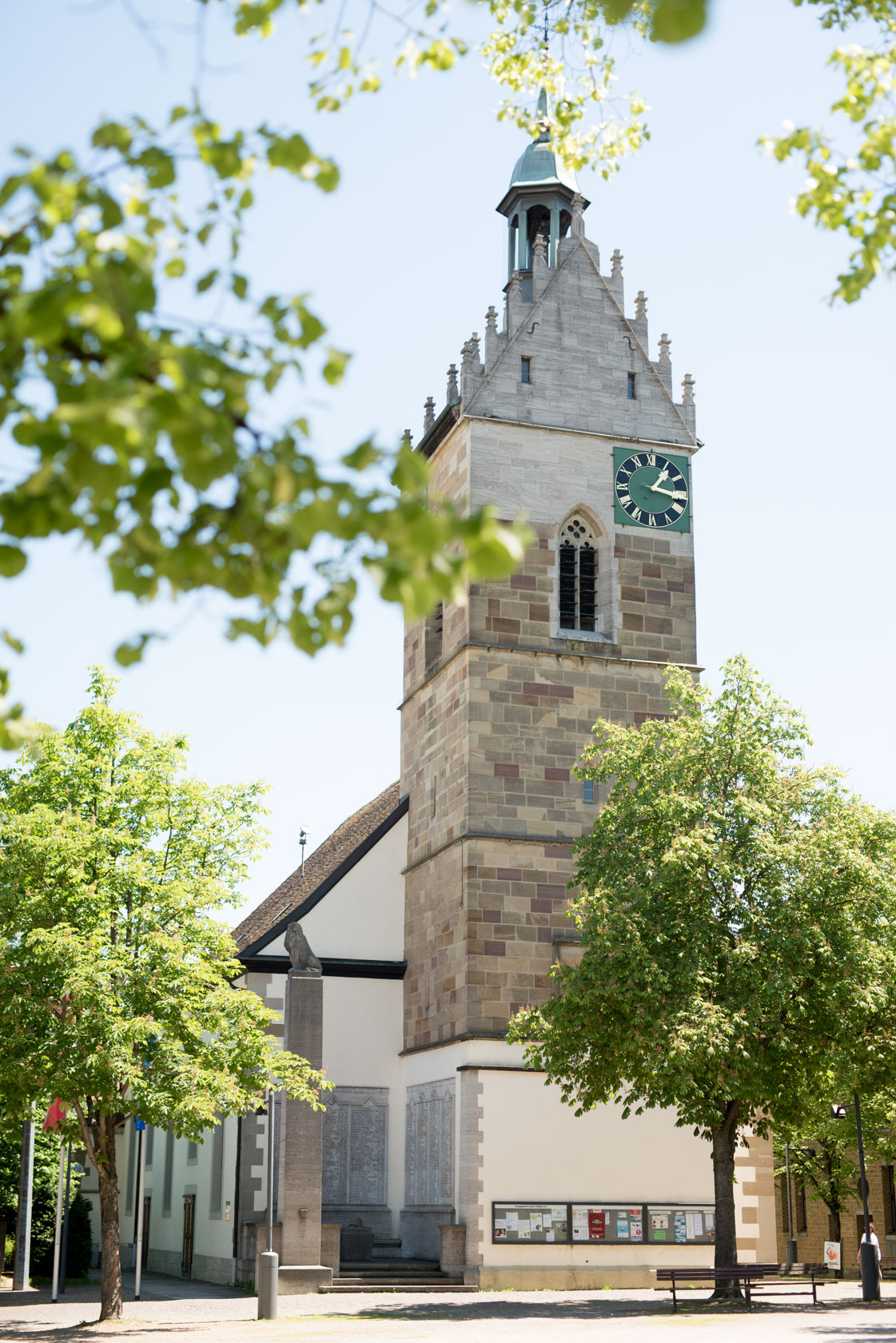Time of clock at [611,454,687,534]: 1:16
